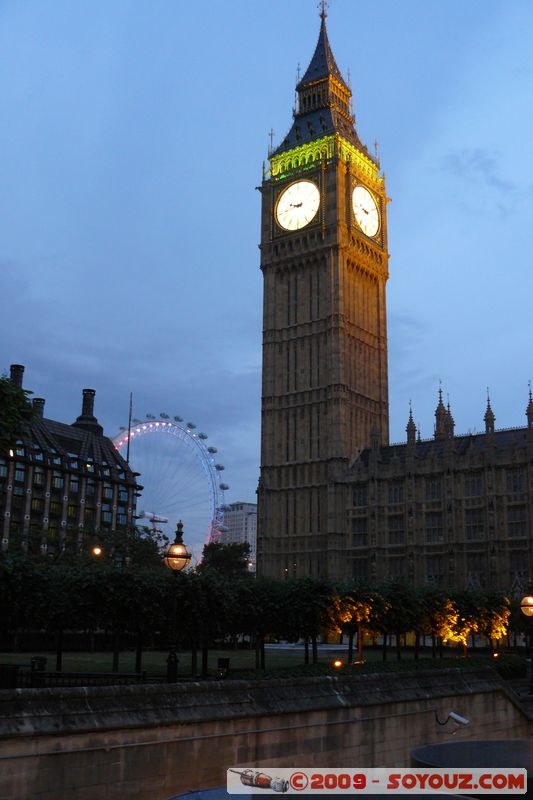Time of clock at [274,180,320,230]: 9:43
